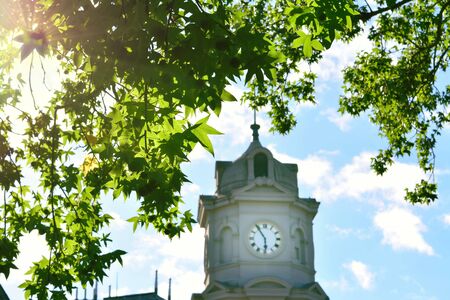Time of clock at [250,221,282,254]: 5:54
